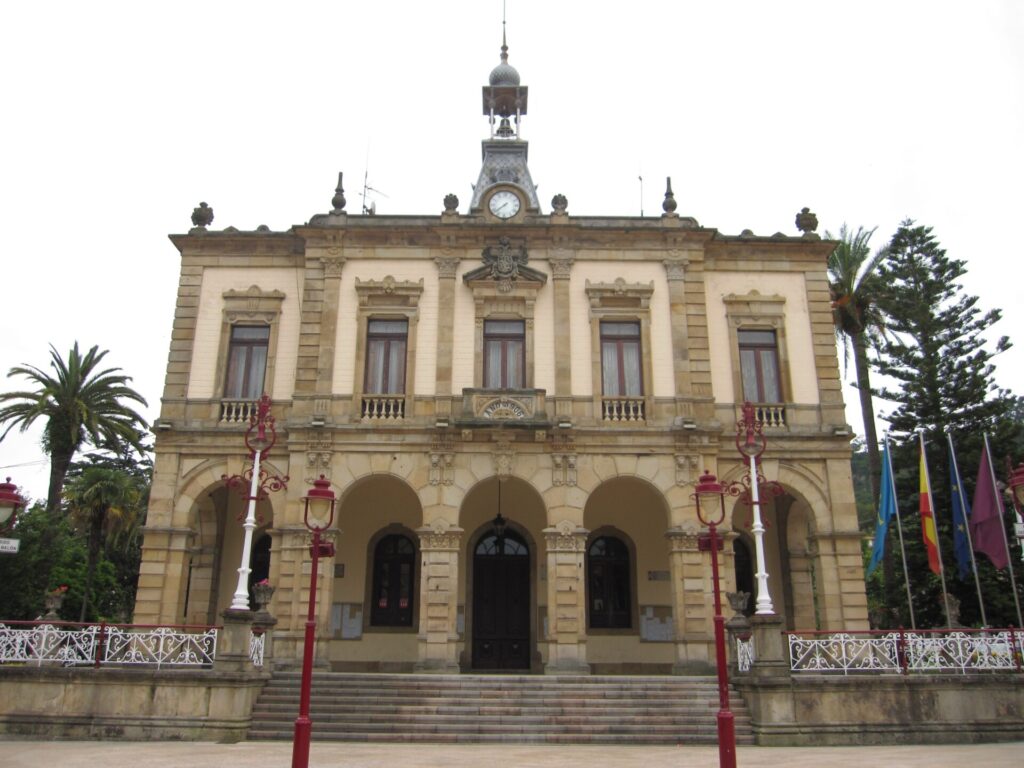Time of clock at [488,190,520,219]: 7:38
